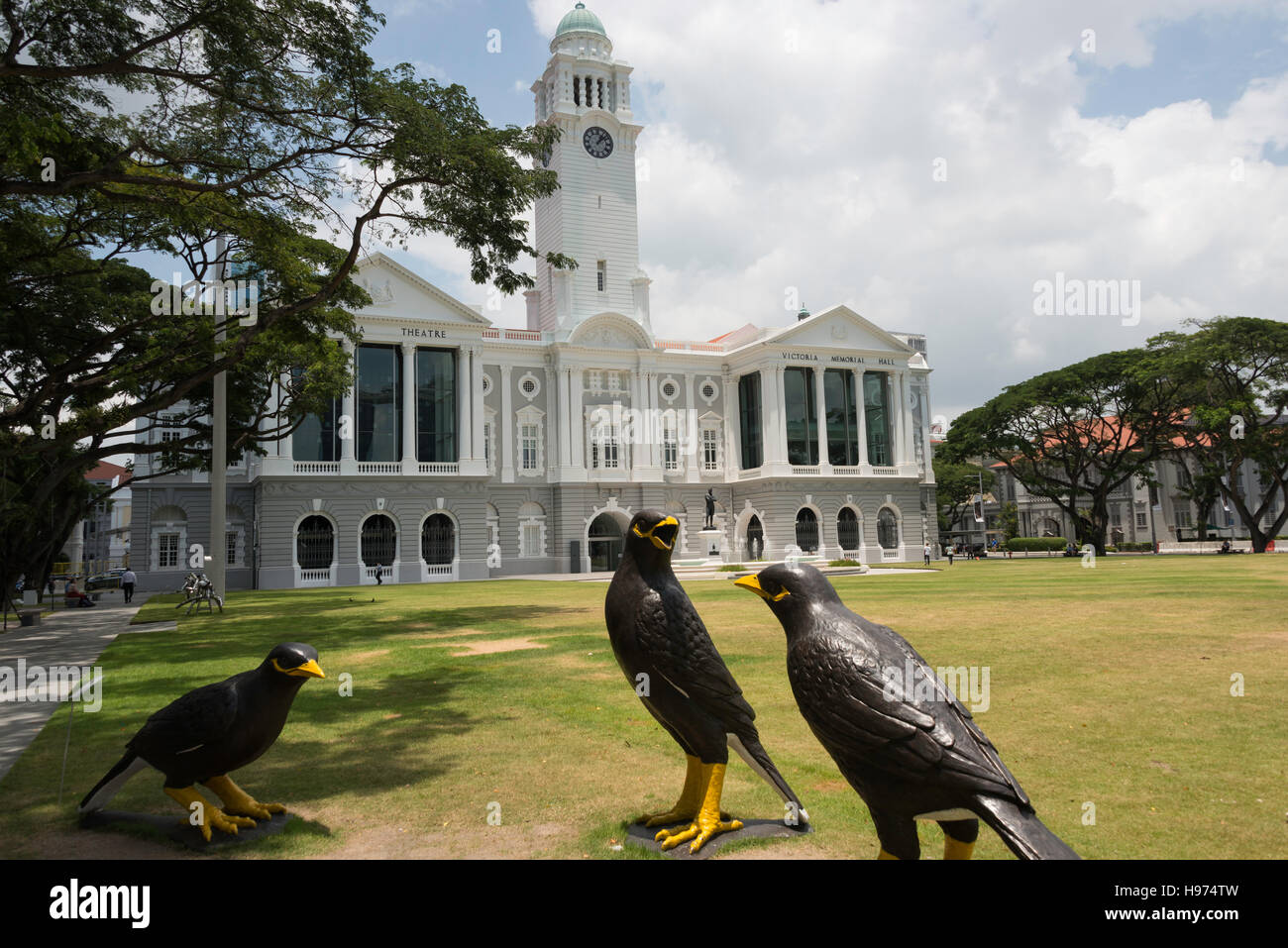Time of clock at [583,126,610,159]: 1:08
